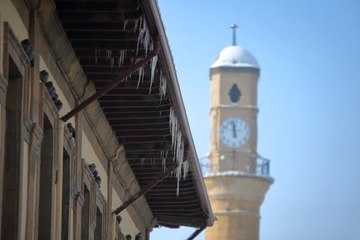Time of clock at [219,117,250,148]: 11:58
